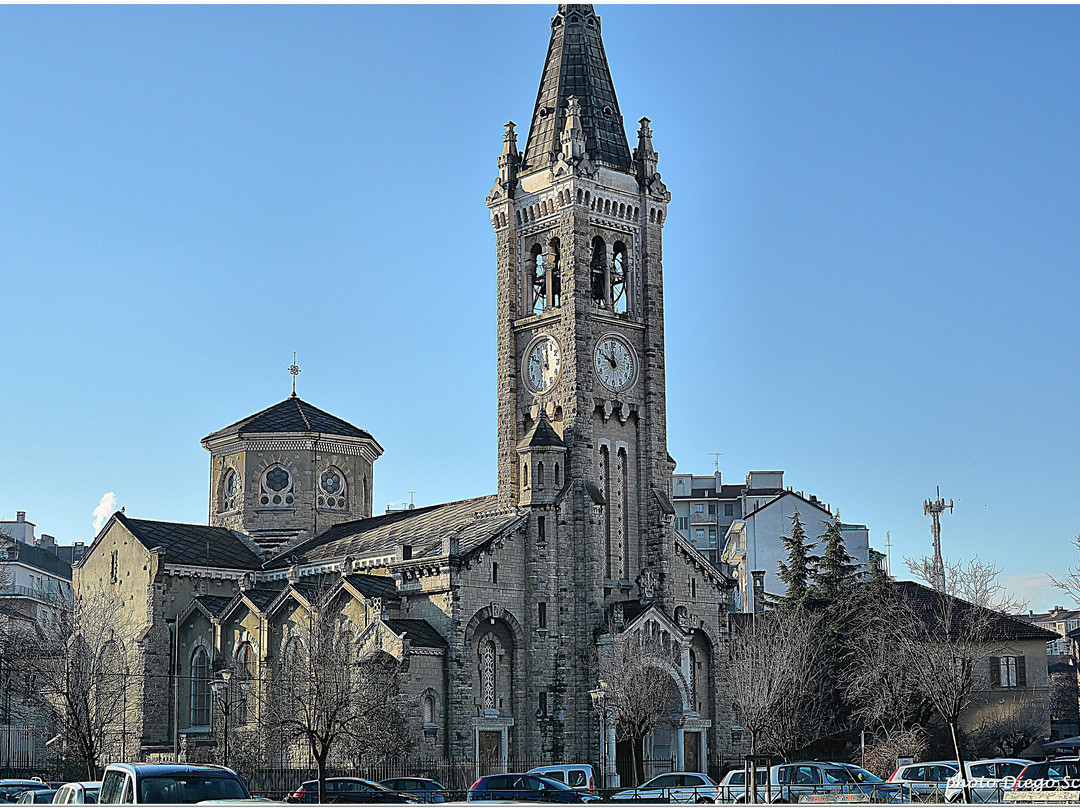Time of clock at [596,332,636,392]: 9:59
